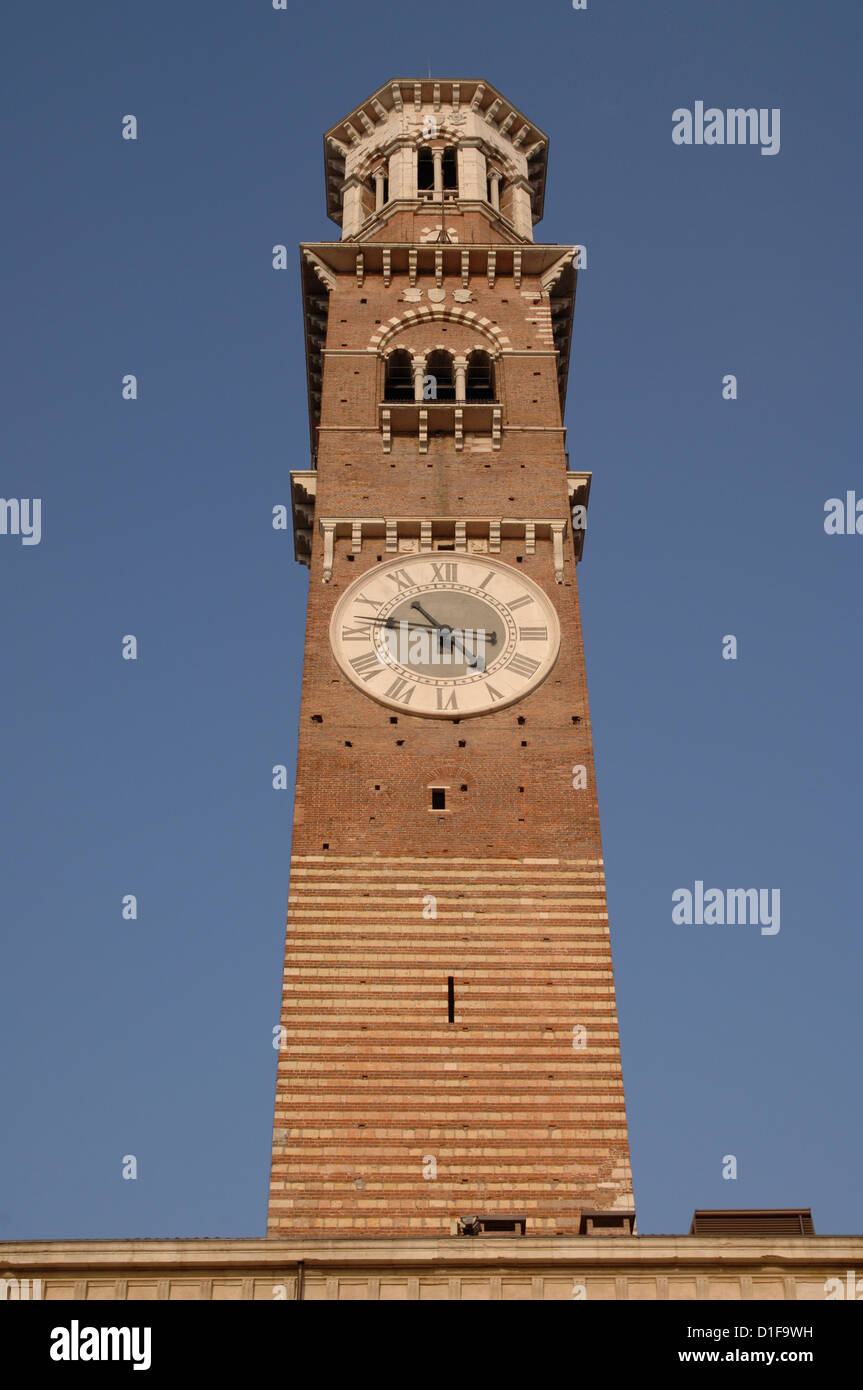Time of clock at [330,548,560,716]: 10:46
